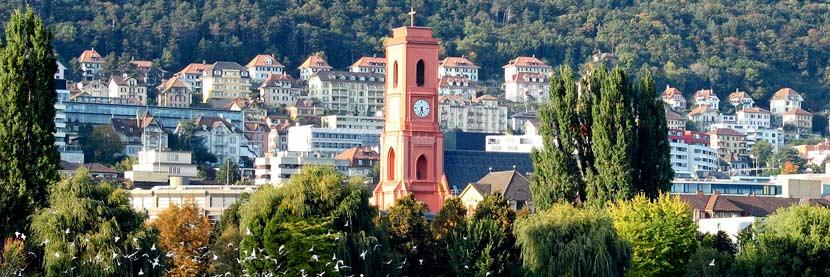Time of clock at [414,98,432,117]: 5:33
